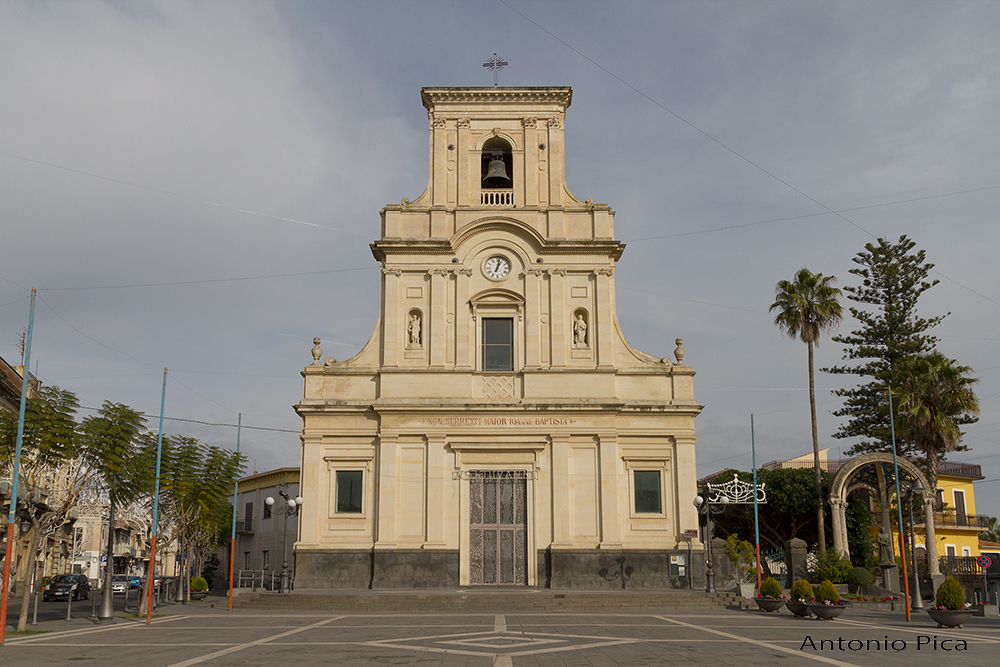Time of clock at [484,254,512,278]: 1:02
